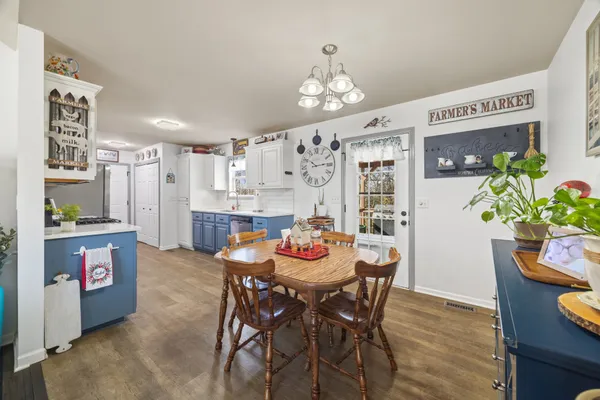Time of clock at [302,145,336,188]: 10:13
